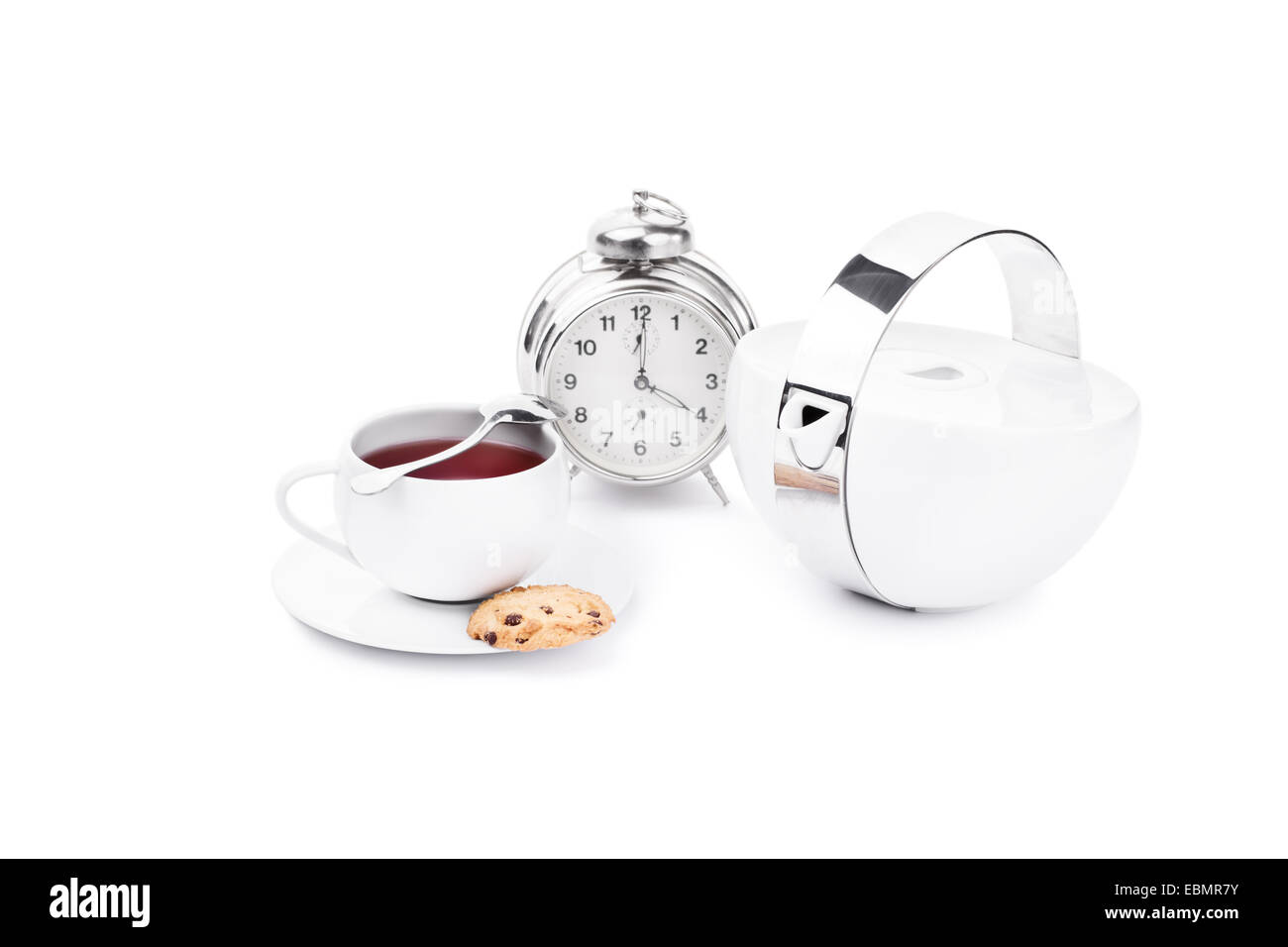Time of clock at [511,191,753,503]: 4:00
